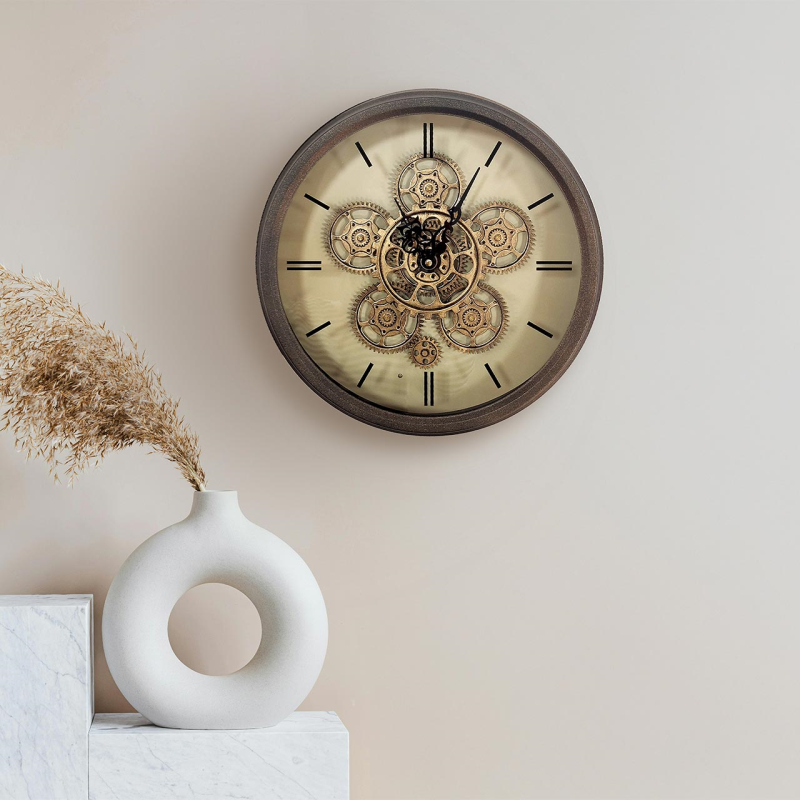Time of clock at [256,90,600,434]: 11:04
